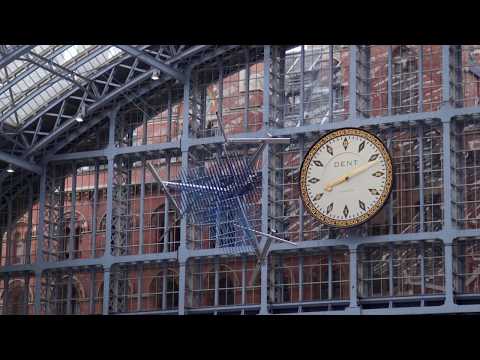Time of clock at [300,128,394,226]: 8:11
